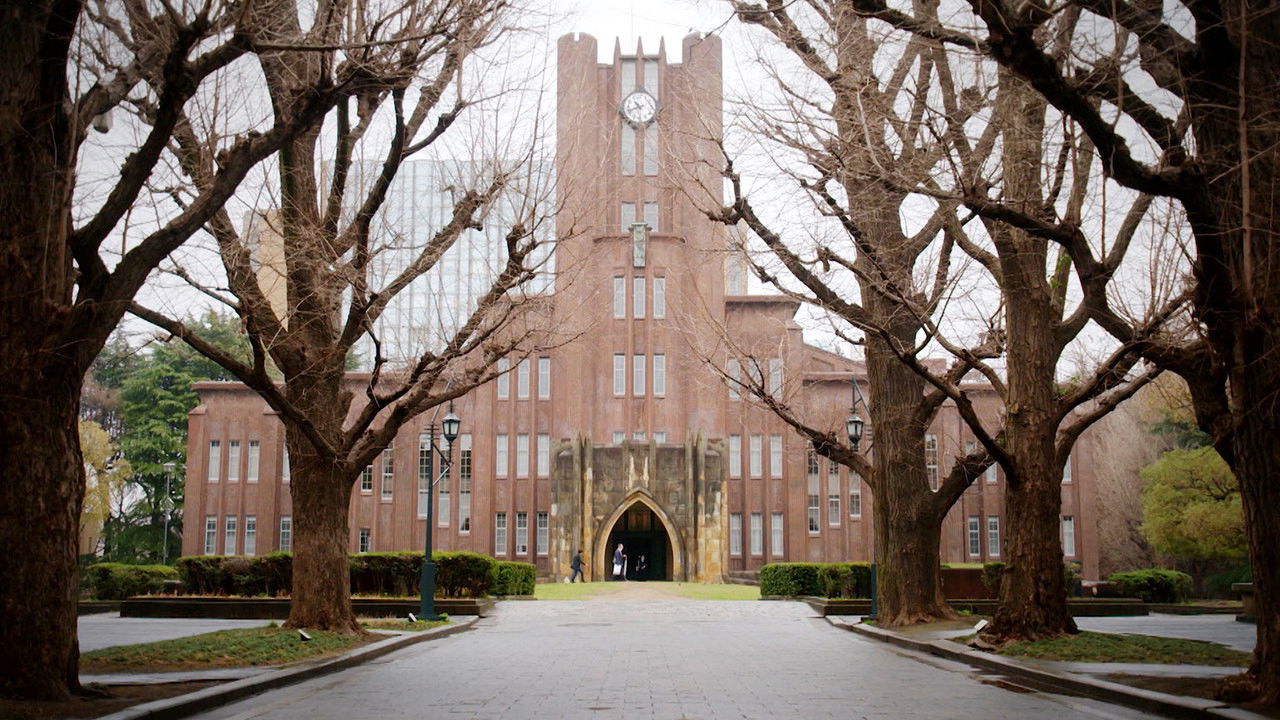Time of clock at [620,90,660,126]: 10:41
